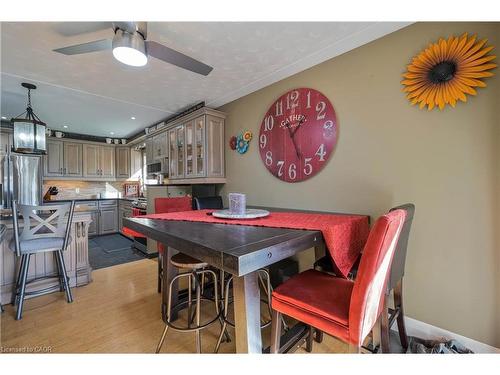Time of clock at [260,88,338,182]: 1:26
